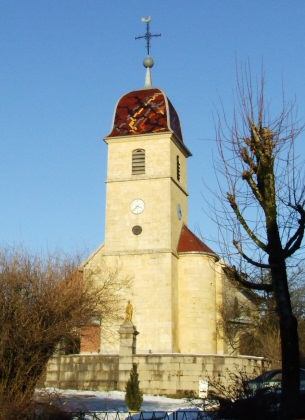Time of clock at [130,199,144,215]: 3:37
